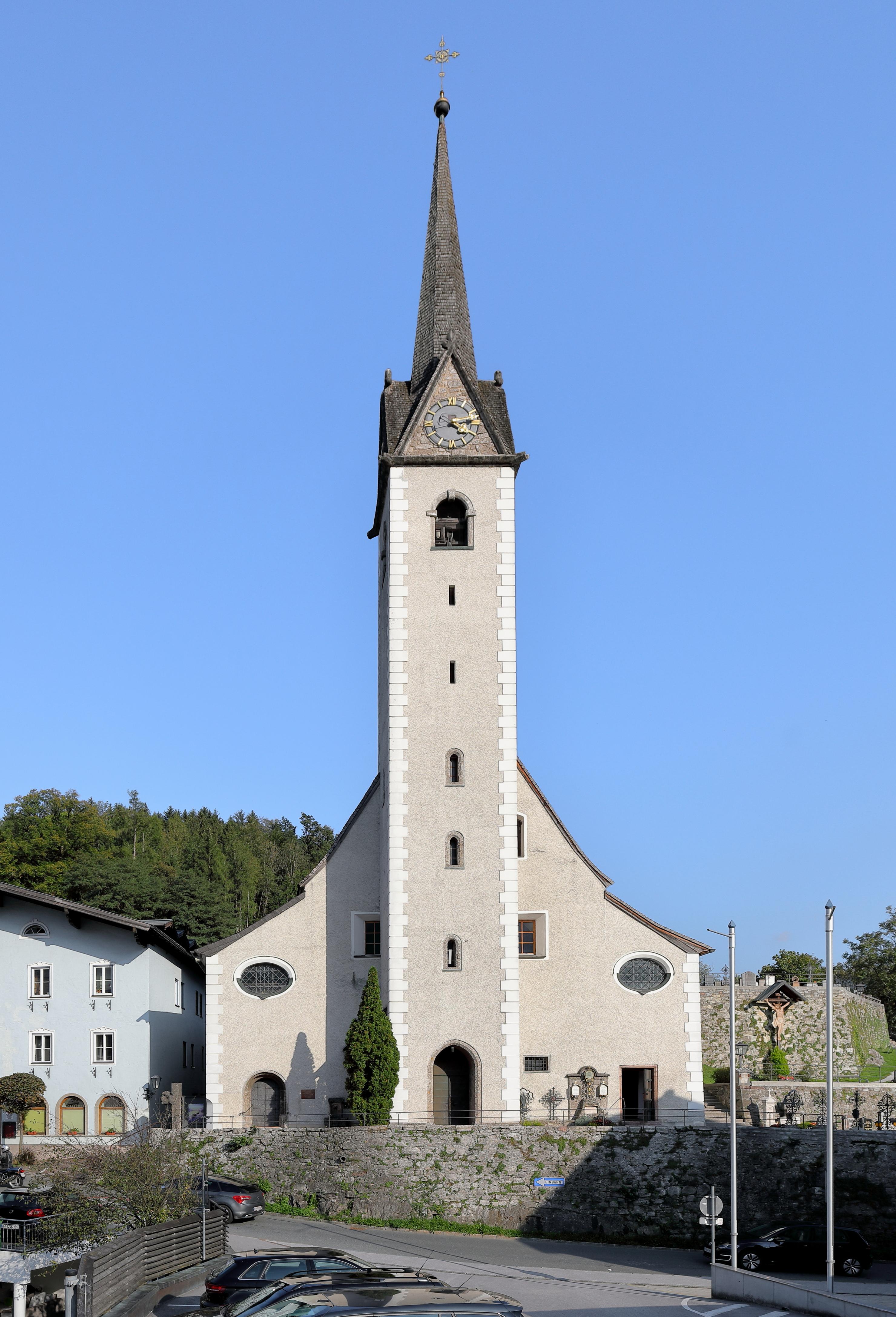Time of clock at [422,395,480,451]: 4:13
